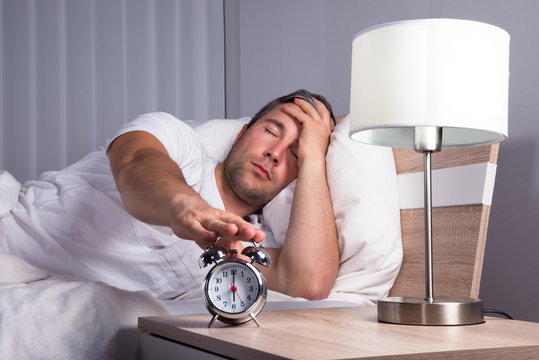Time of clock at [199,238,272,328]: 6:00
